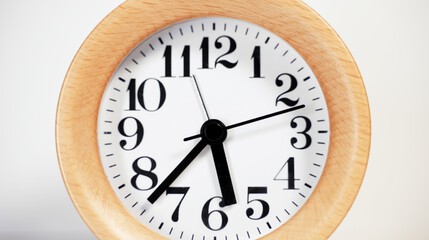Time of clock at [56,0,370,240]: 5:37
